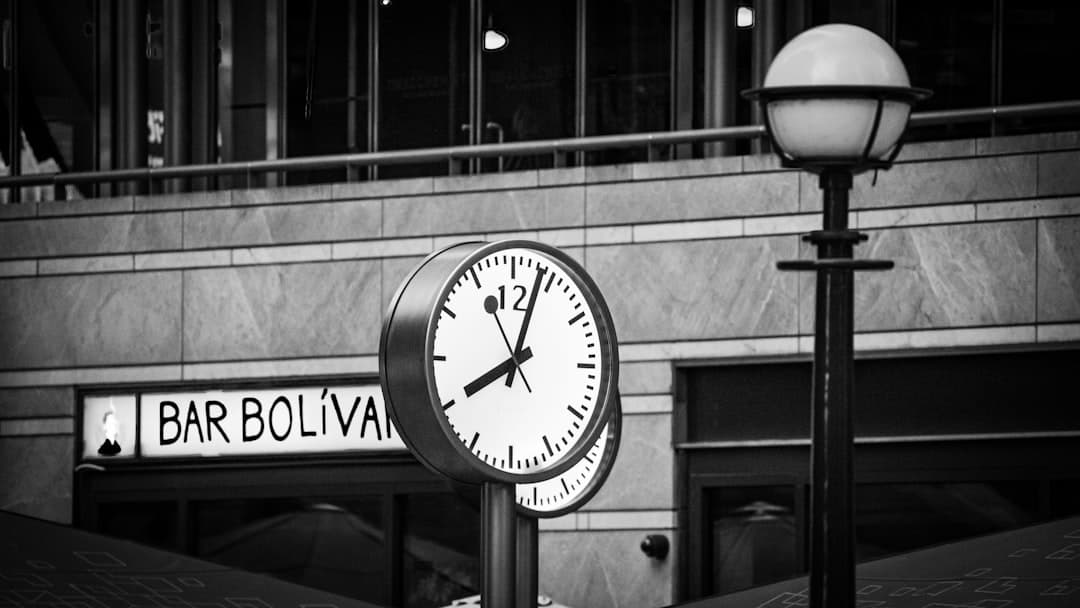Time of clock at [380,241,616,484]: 8:03
